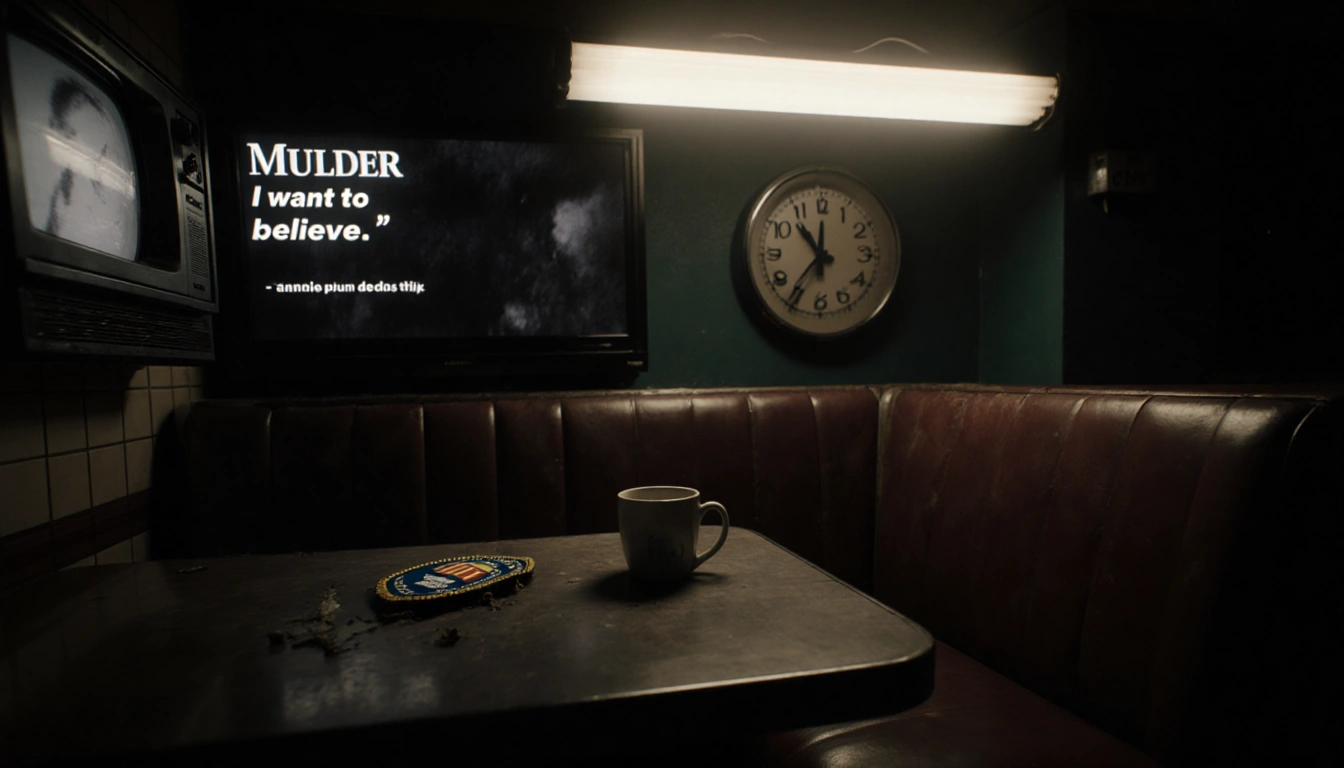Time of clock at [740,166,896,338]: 10:36
